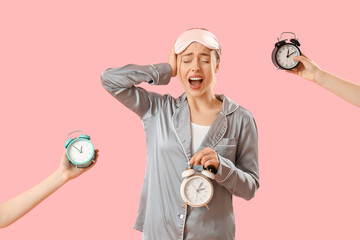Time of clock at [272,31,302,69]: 12:09
